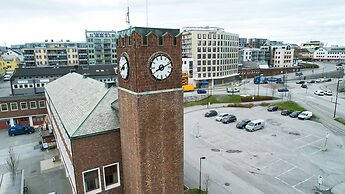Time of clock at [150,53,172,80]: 8:11
